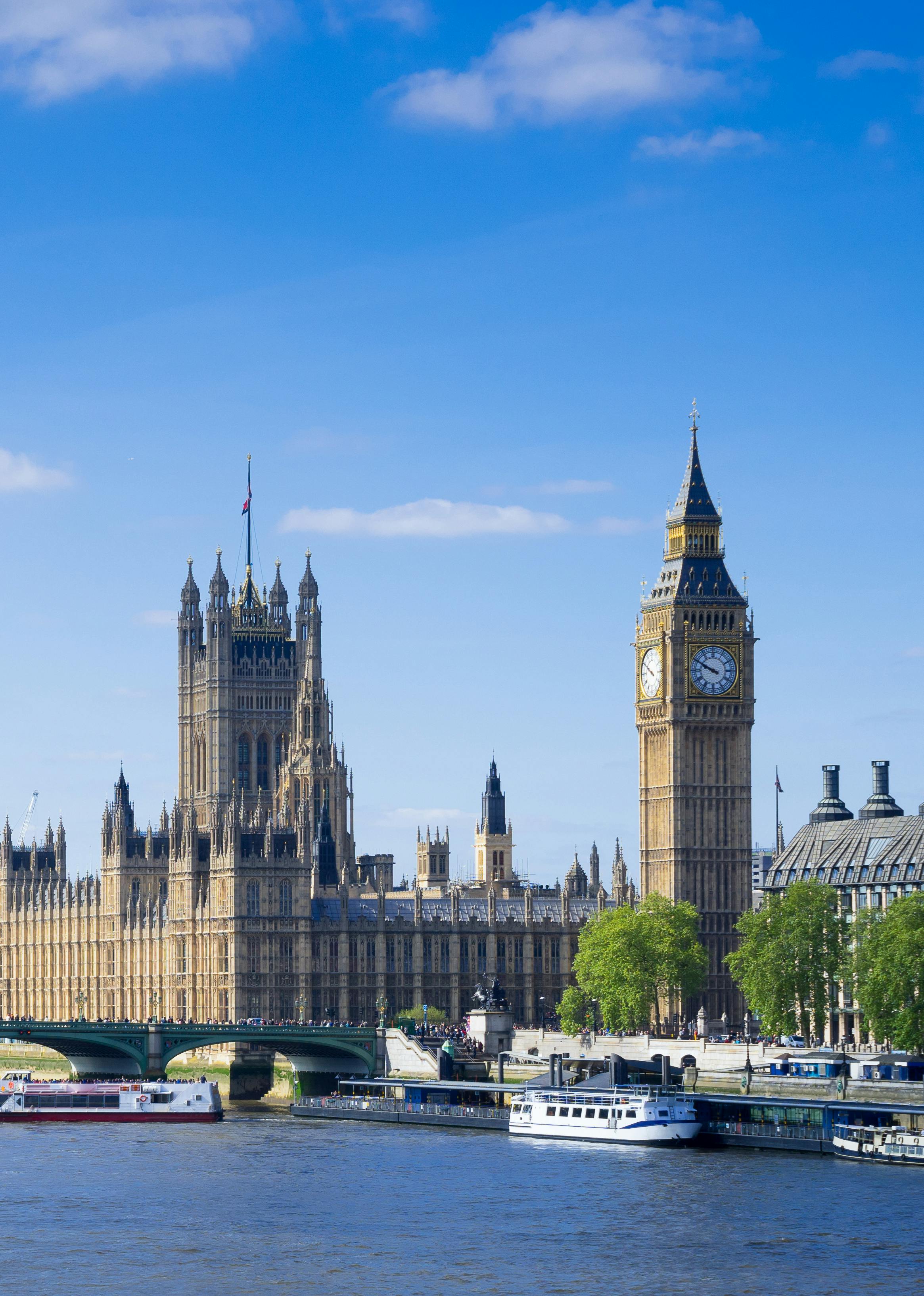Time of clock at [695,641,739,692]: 9:49
